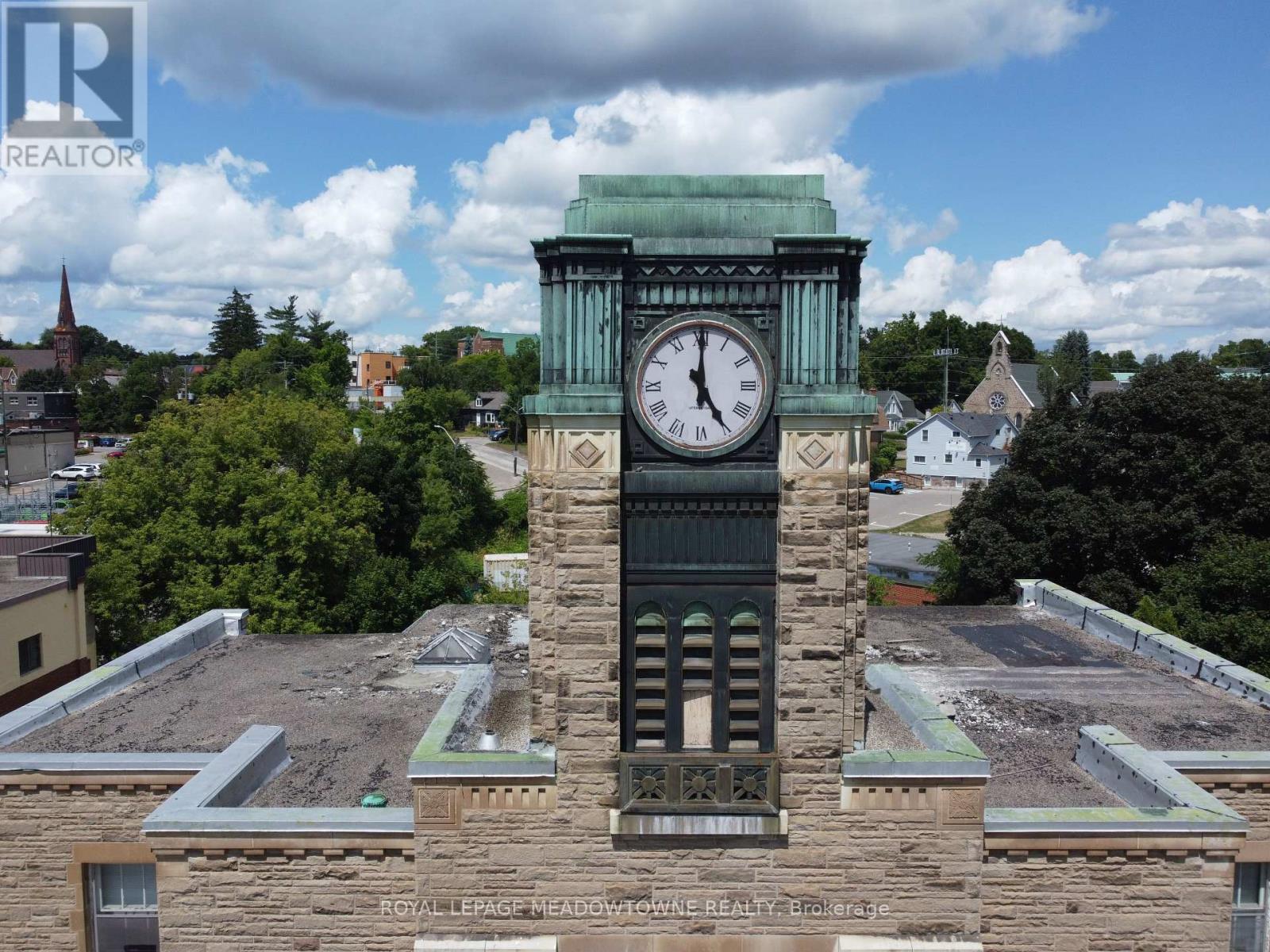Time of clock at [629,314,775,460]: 5:00
